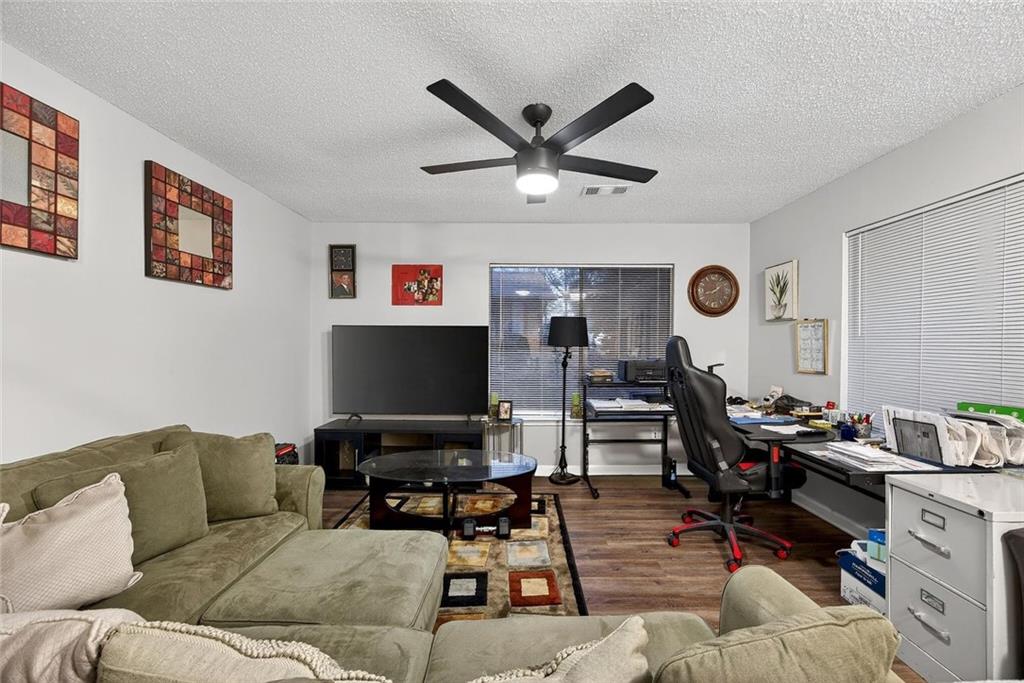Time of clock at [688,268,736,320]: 1:42
